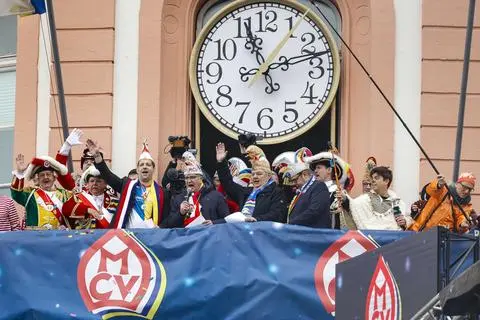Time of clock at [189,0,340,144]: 11:12
